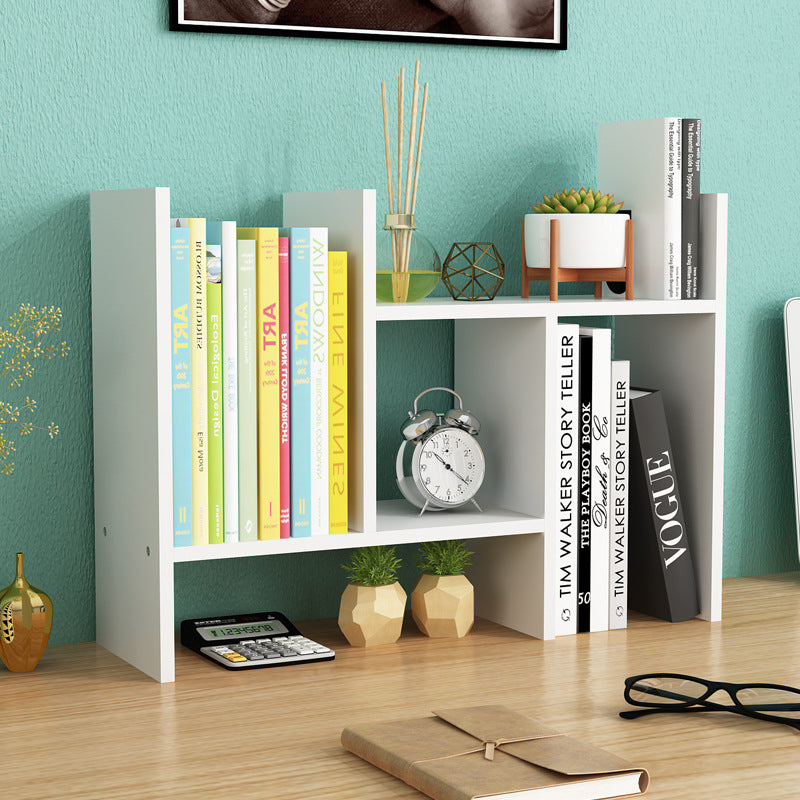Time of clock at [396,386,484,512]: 10:21
